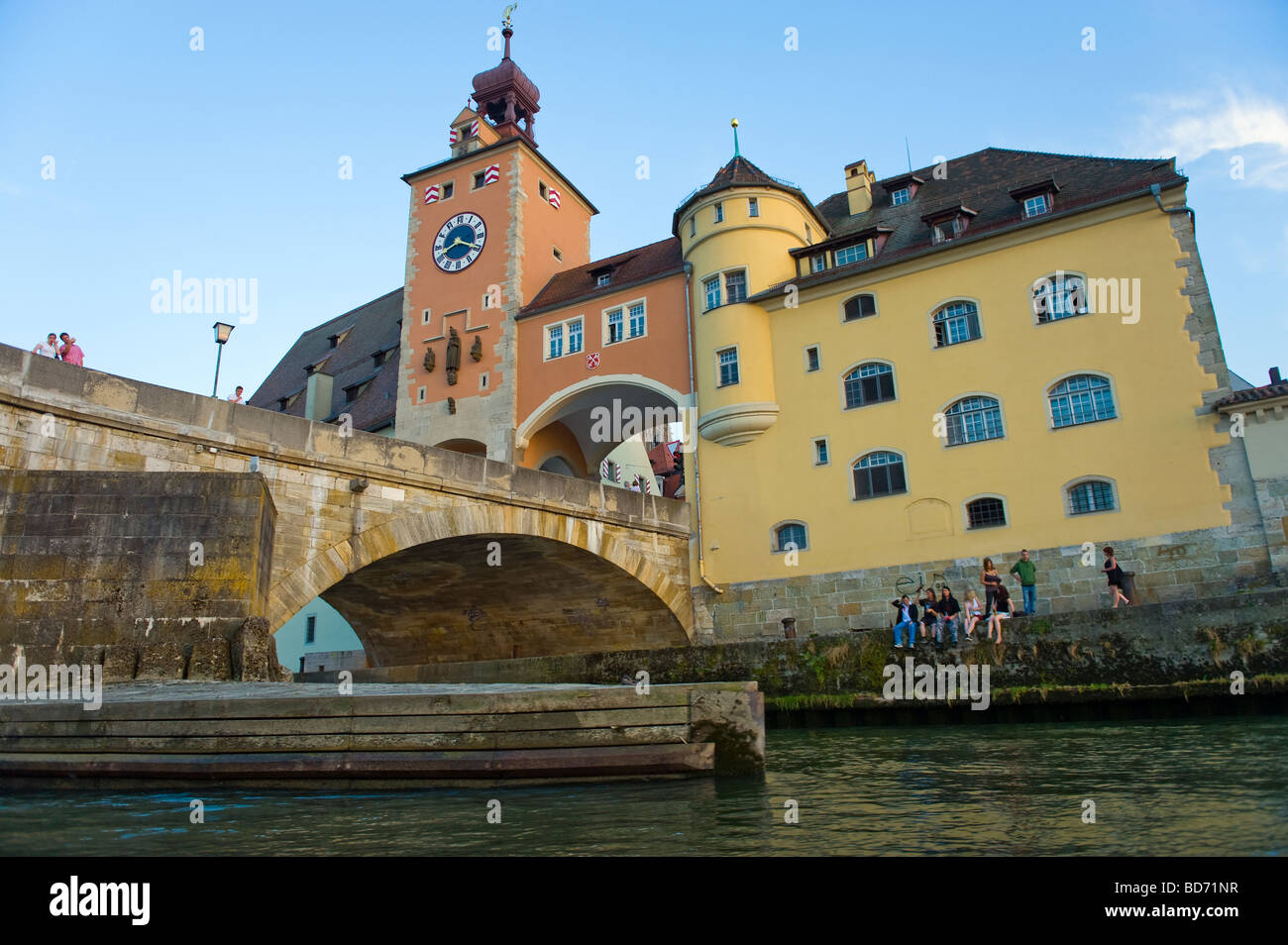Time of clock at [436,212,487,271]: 8:19
